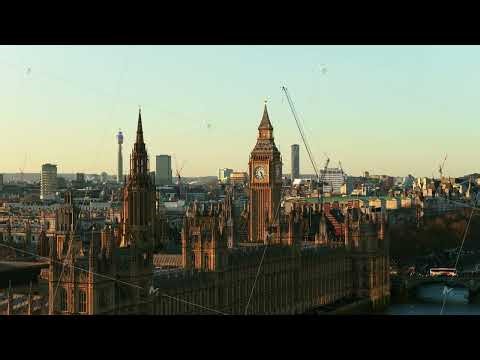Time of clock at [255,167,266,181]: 6:25
